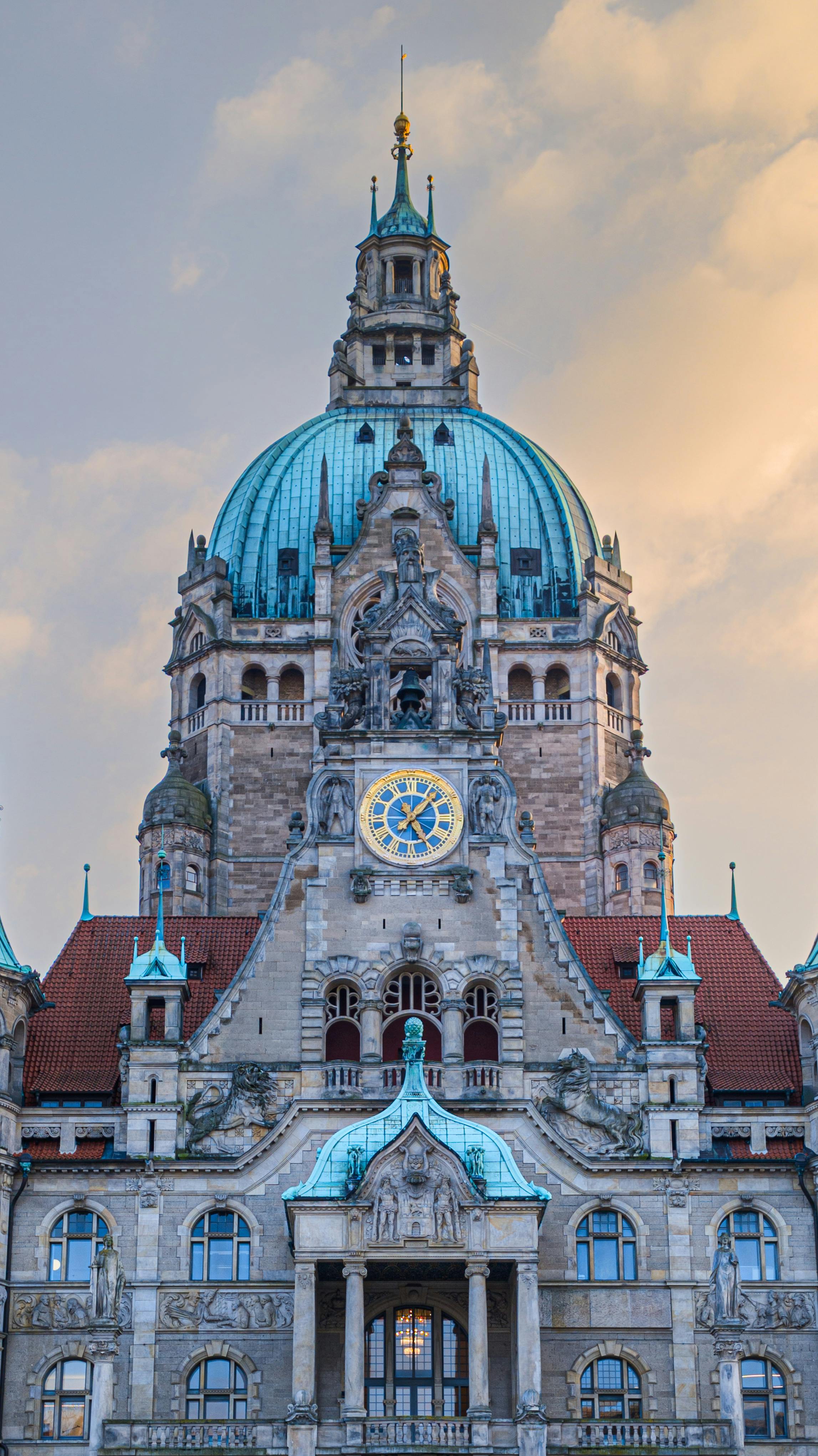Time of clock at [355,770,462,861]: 5:06
